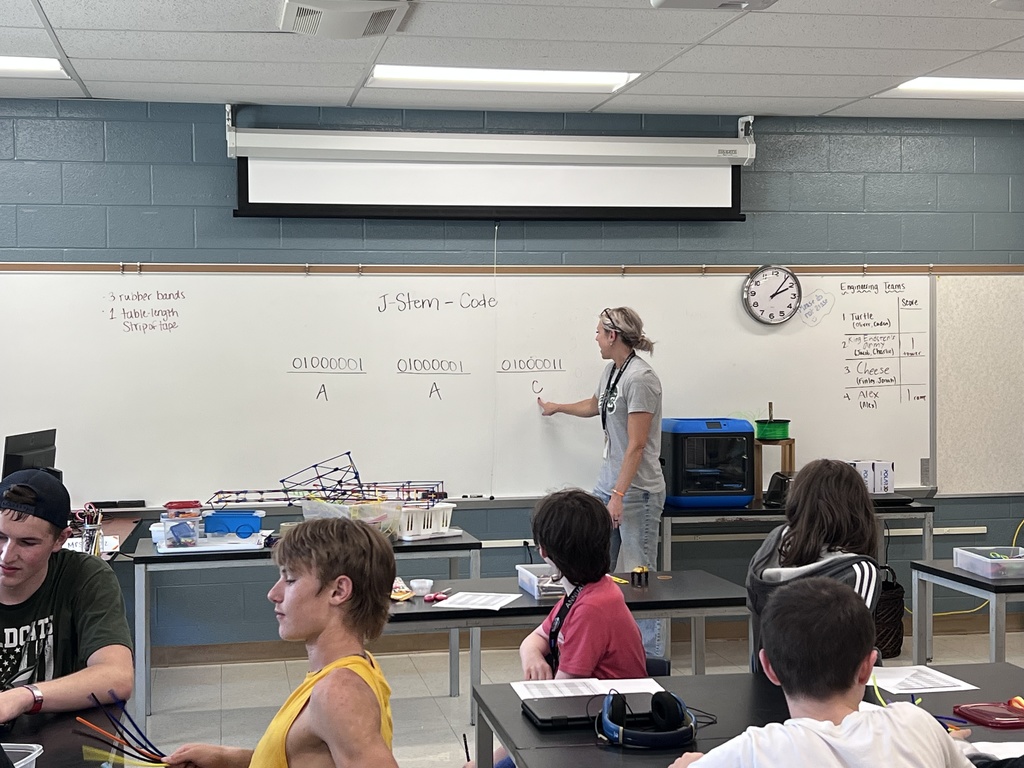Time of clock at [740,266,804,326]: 2:06
